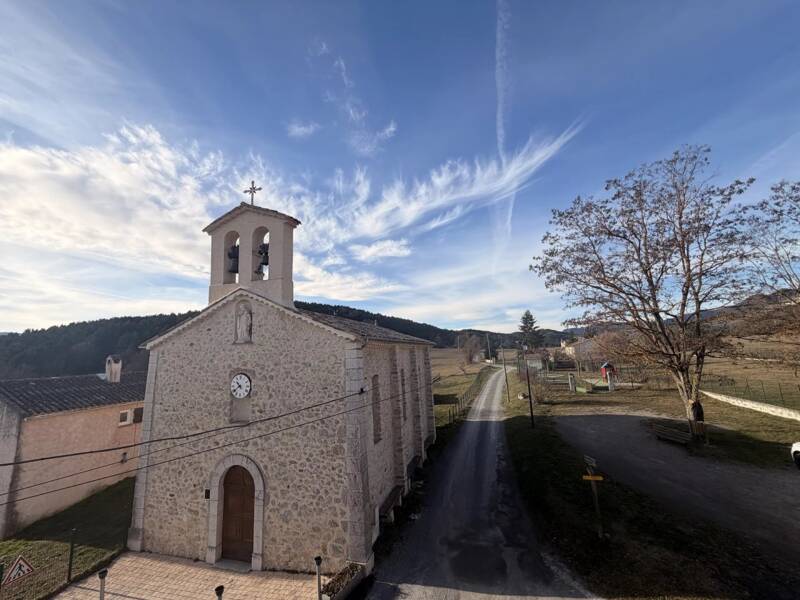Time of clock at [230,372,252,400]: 10:38
